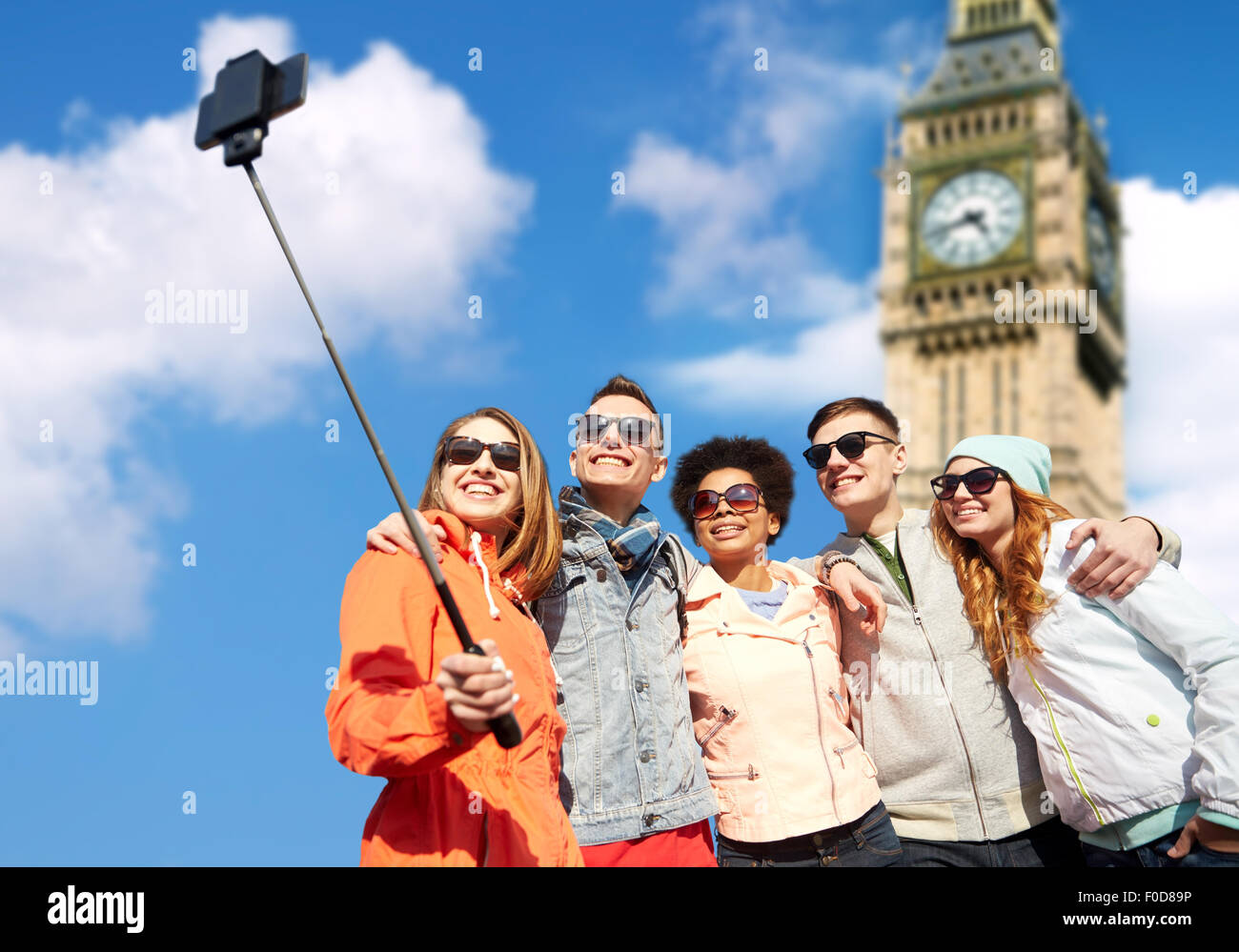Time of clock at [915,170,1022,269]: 4:42
